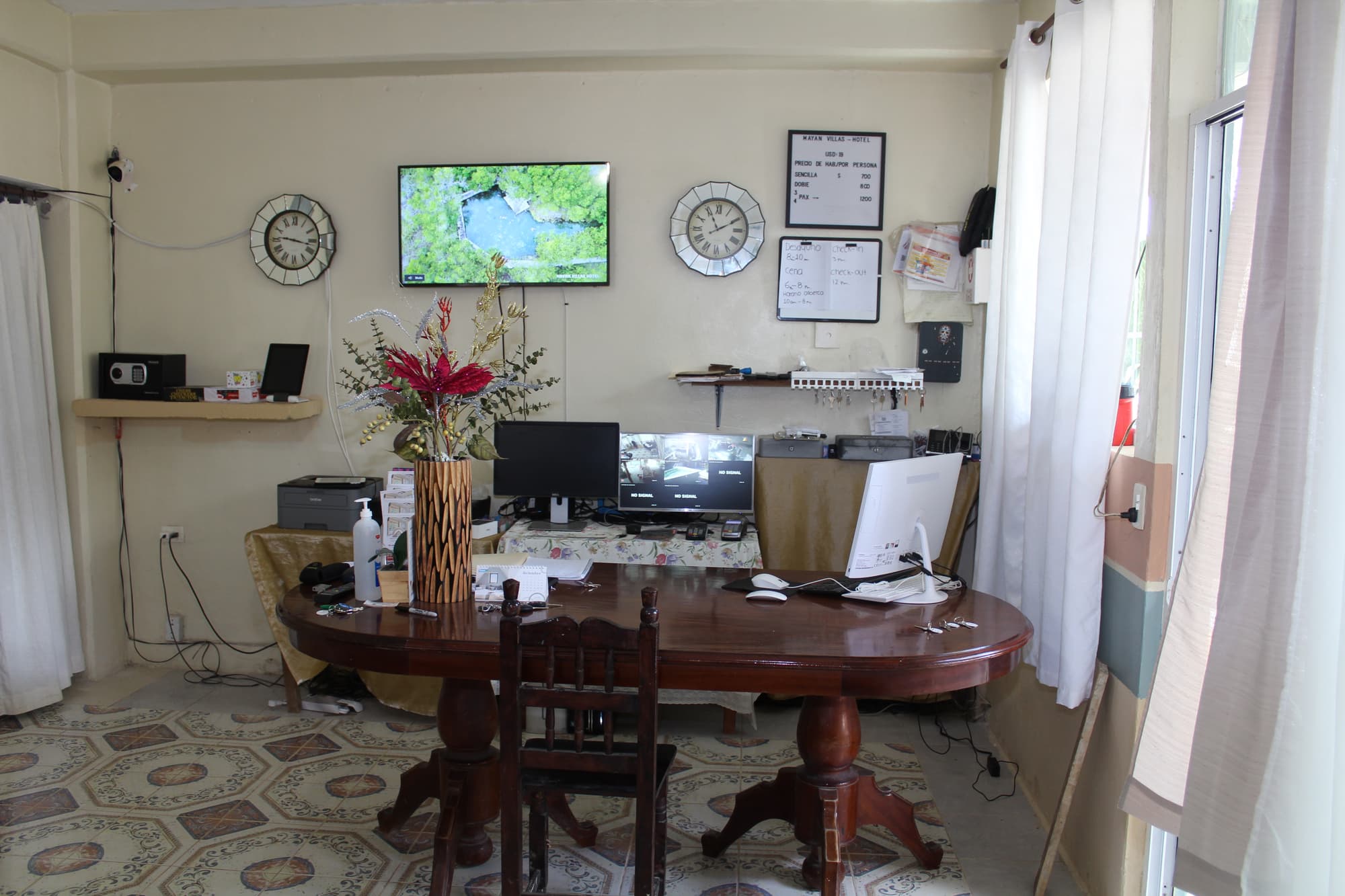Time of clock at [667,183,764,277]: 11:10
